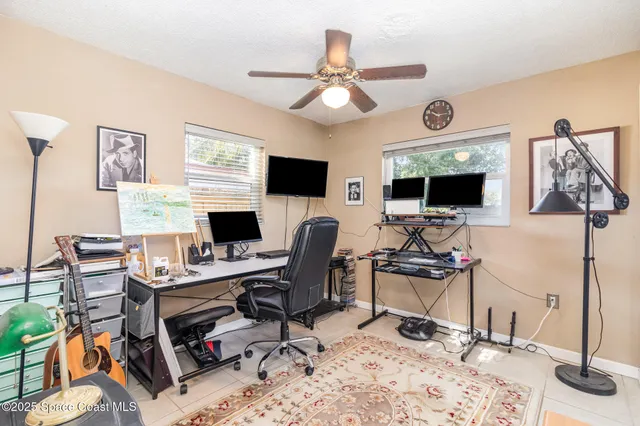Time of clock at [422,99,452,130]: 10:14
